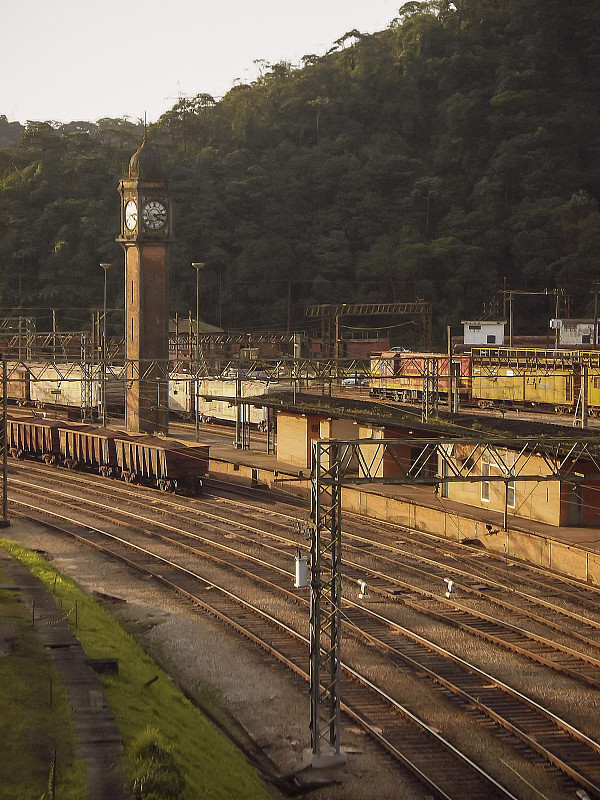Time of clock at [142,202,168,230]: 4:13
